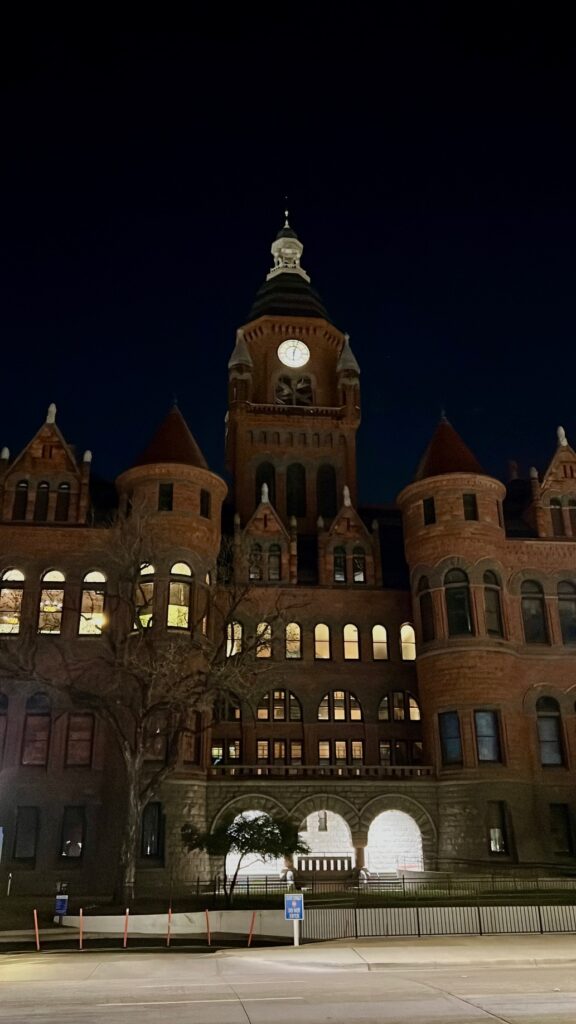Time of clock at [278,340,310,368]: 6:03
